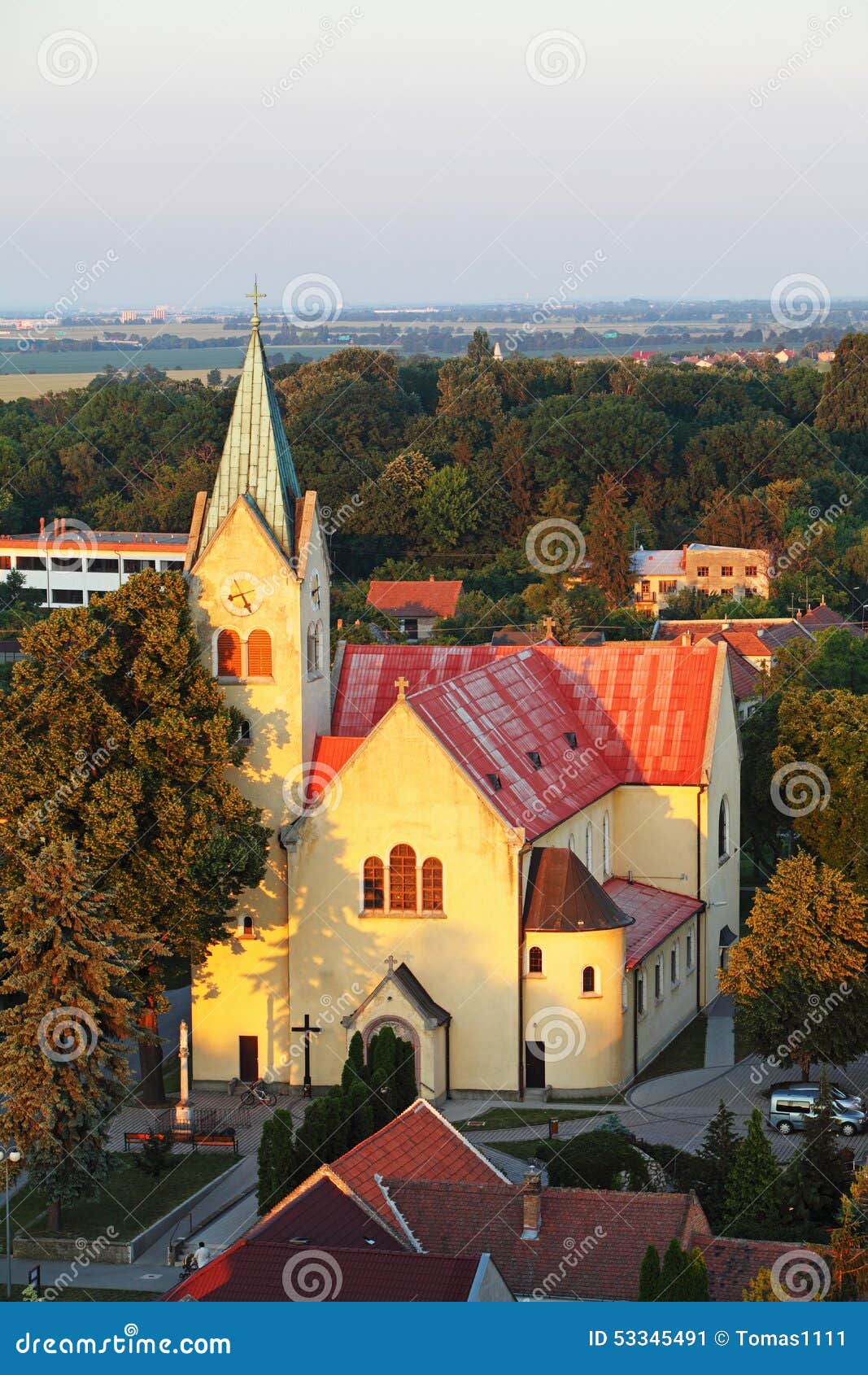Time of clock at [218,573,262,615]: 8:25
